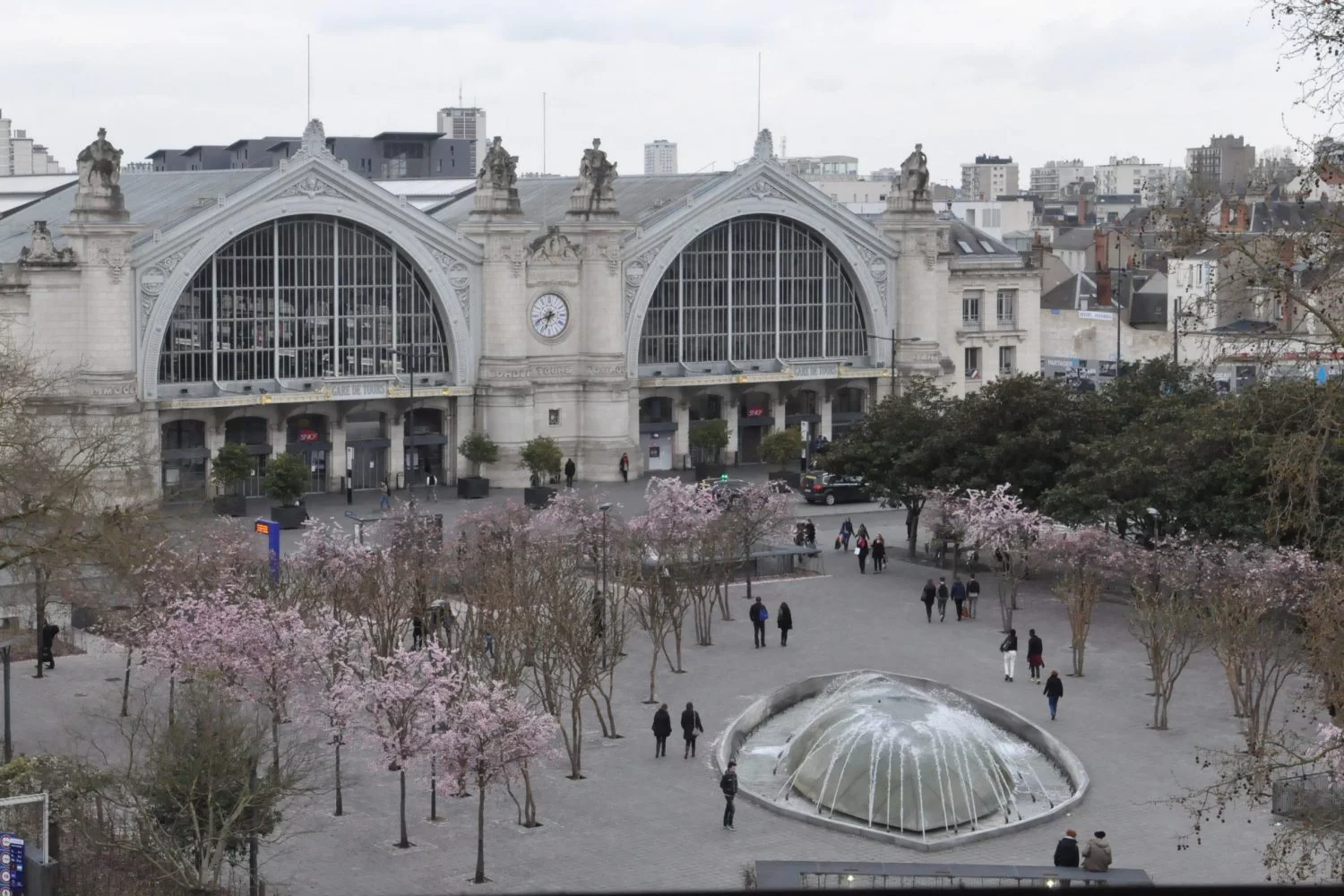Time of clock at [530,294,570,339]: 6:41
